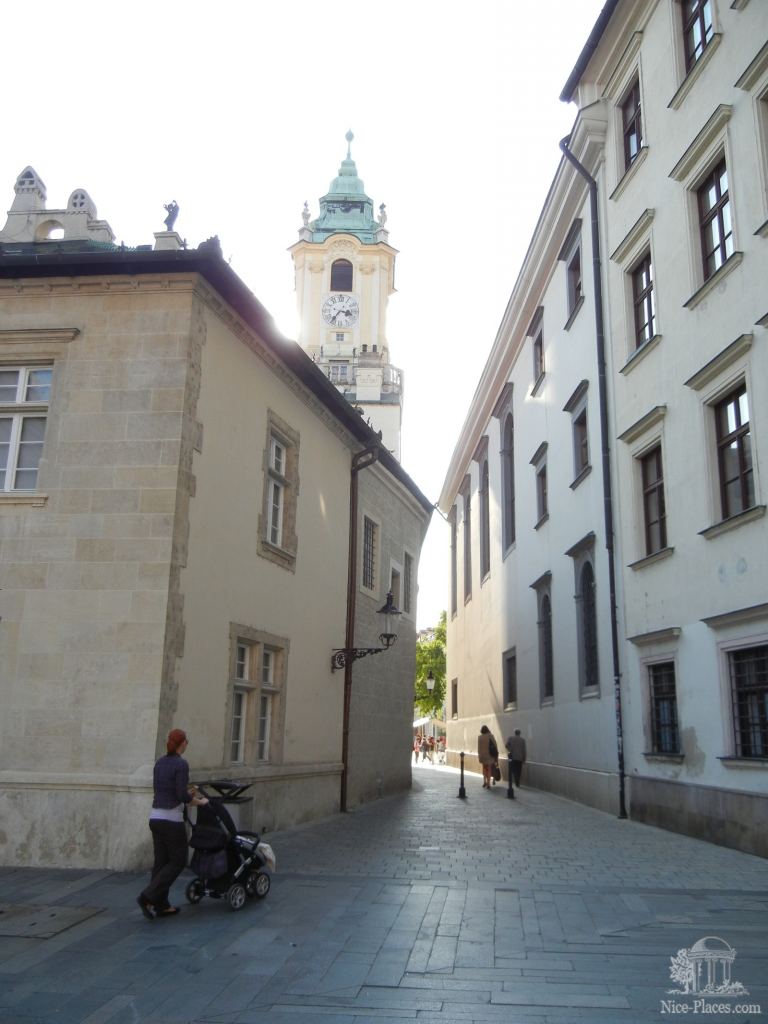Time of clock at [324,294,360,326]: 3:36
